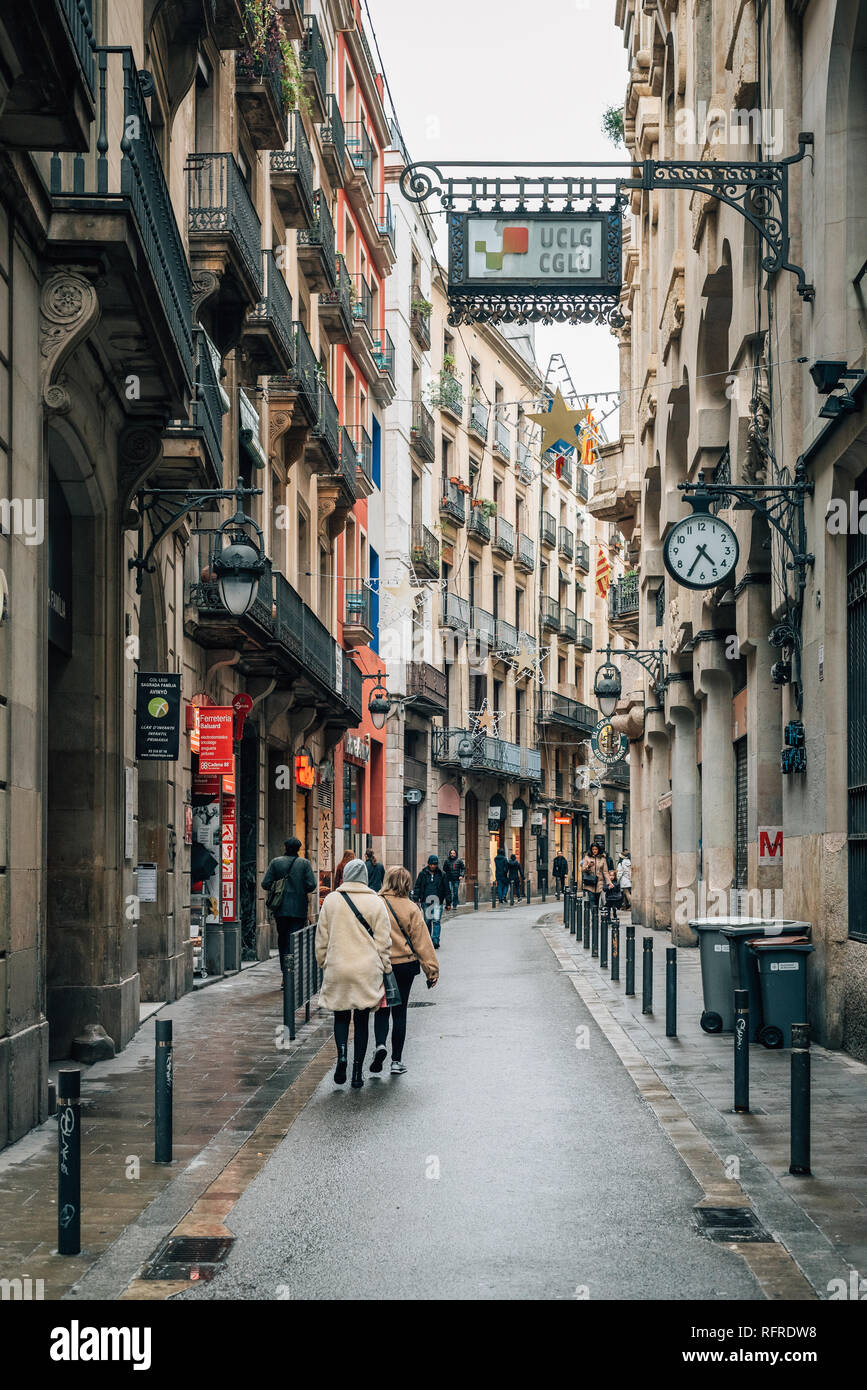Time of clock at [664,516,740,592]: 4:35
